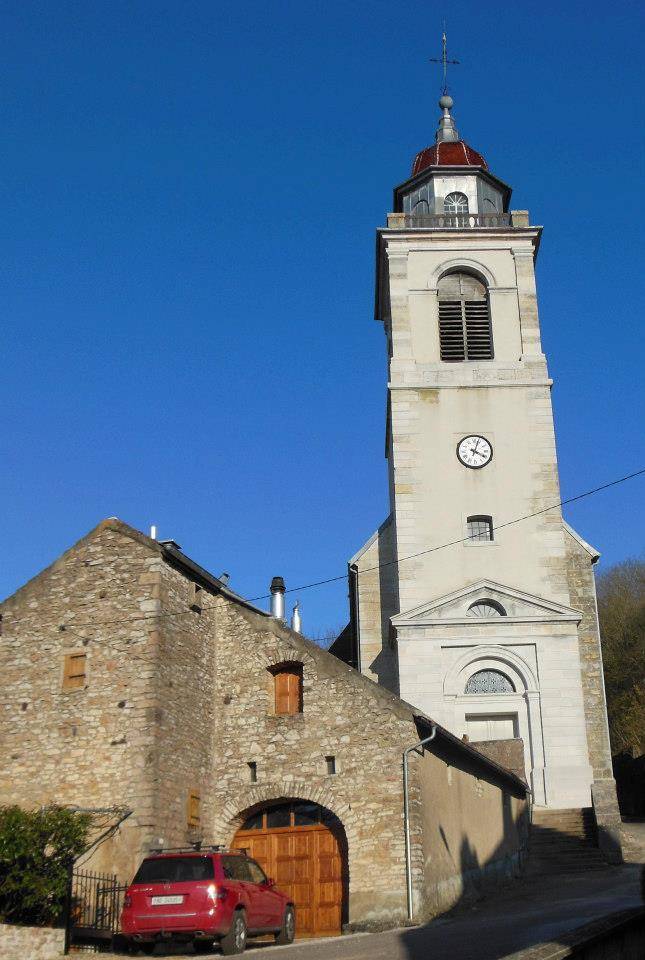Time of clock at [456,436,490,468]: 4:03
